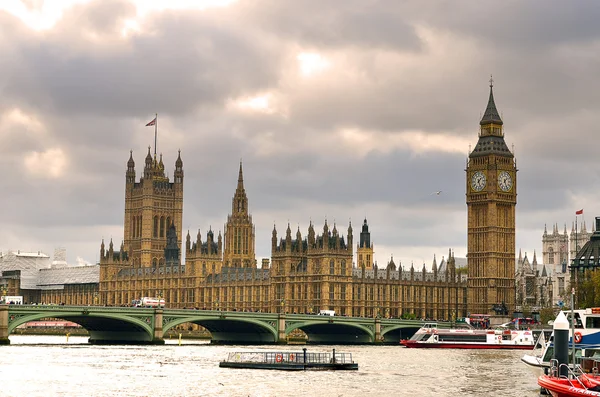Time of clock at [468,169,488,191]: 1:26
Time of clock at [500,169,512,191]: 1:26
